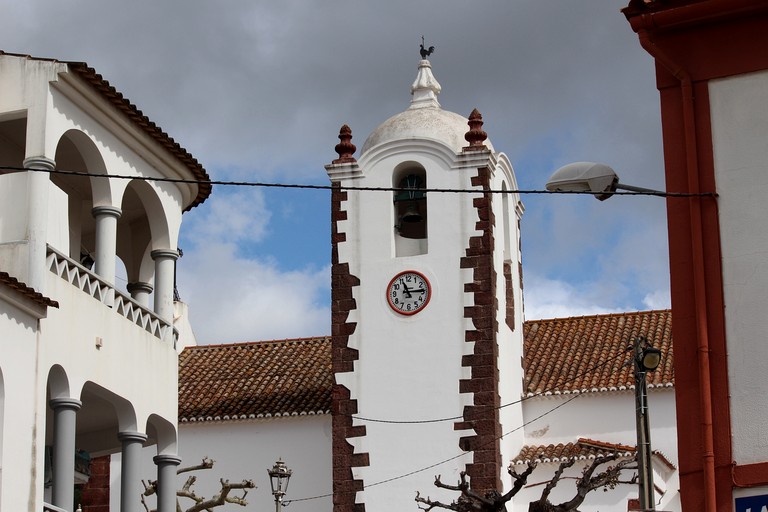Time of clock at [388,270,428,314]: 11:14
